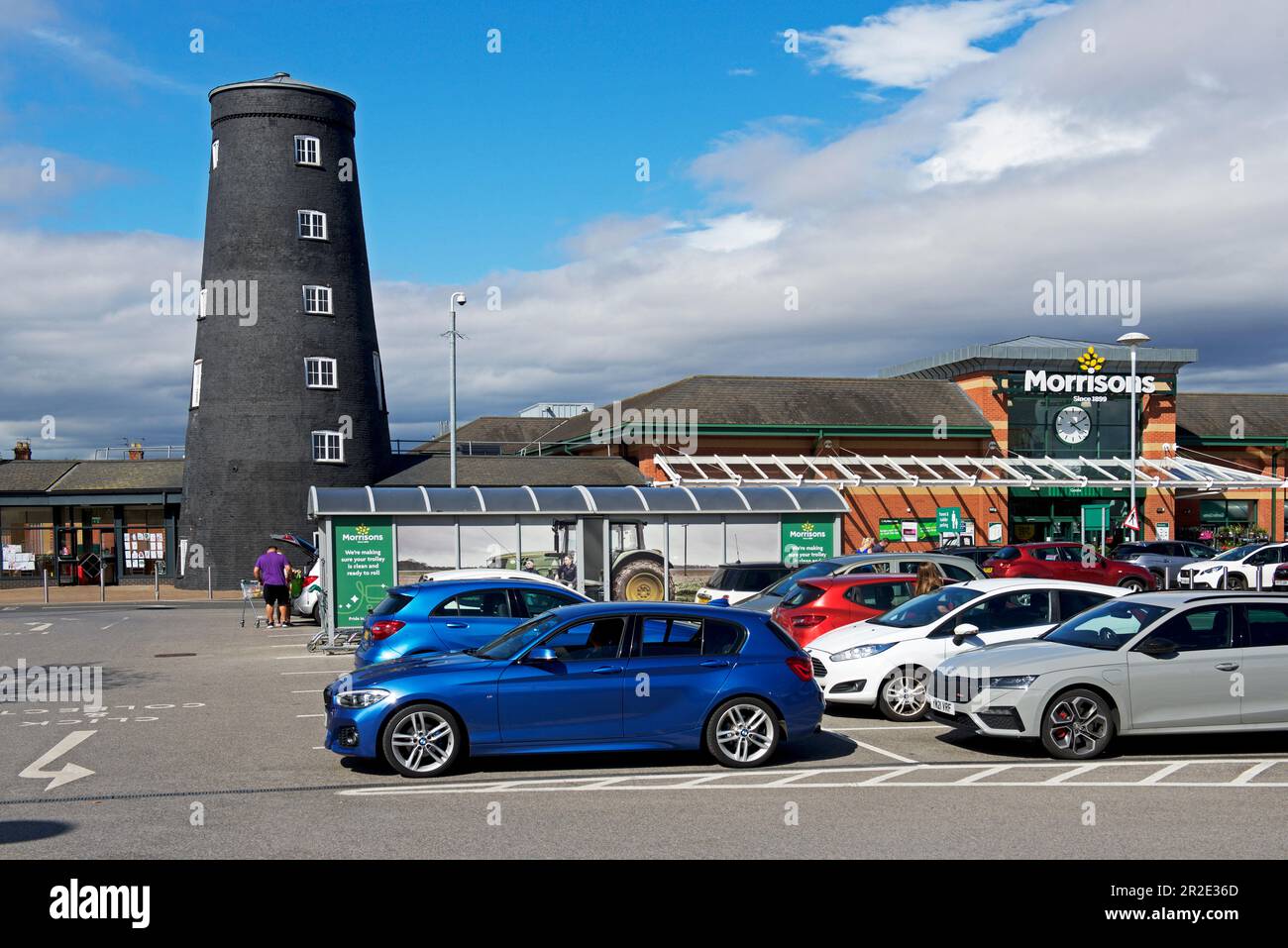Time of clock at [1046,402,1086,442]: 4:10
